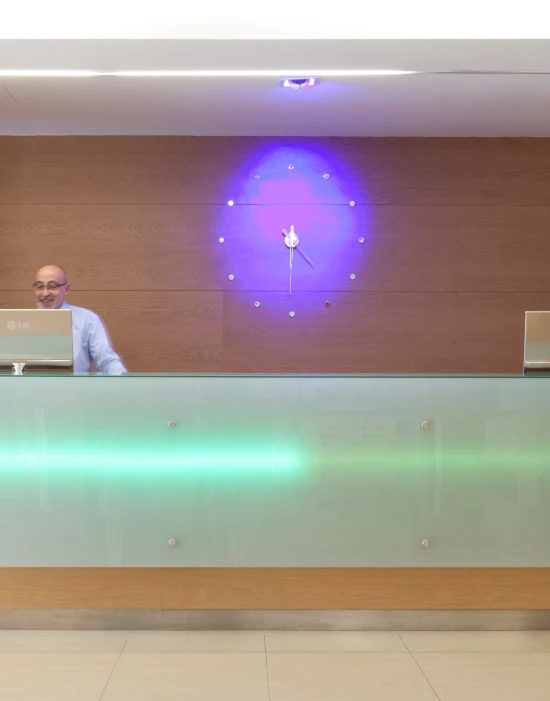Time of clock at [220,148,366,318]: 4:30
